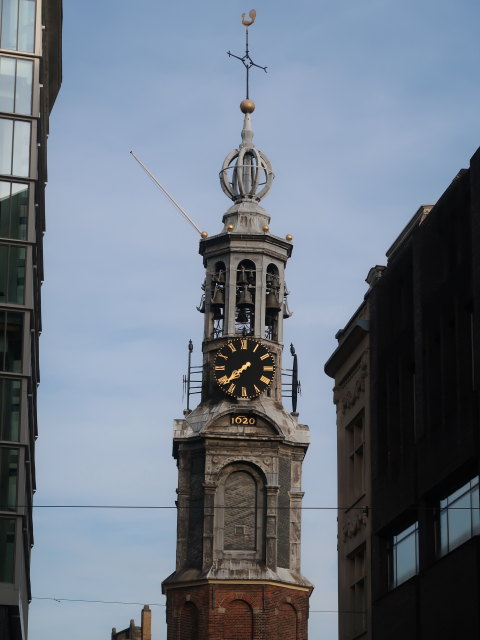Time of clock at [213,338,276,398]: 7:38
